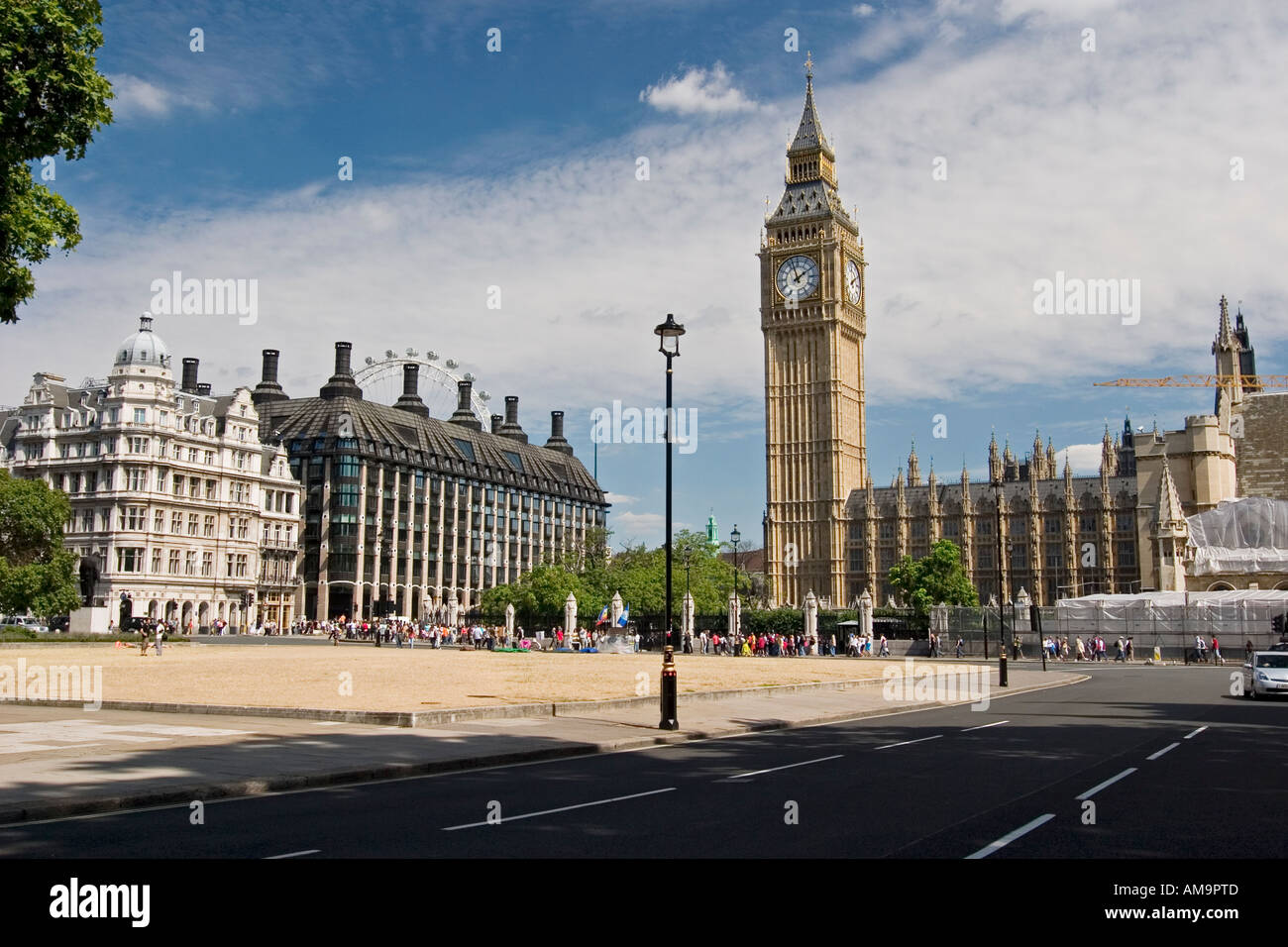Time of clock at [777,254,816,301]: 1:57
